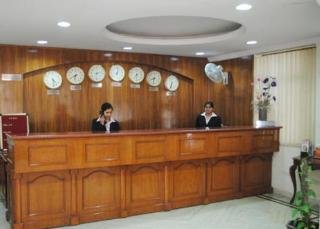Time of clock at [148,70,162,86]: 8:32
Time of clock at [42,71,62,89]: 4:29
